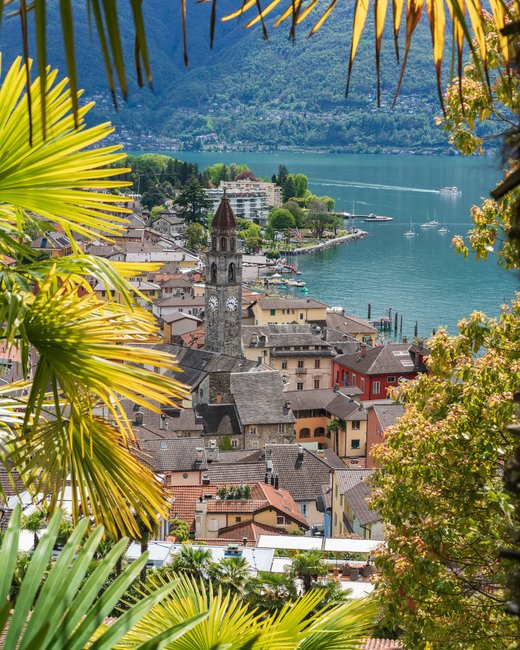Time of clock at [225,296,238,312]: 9:22
